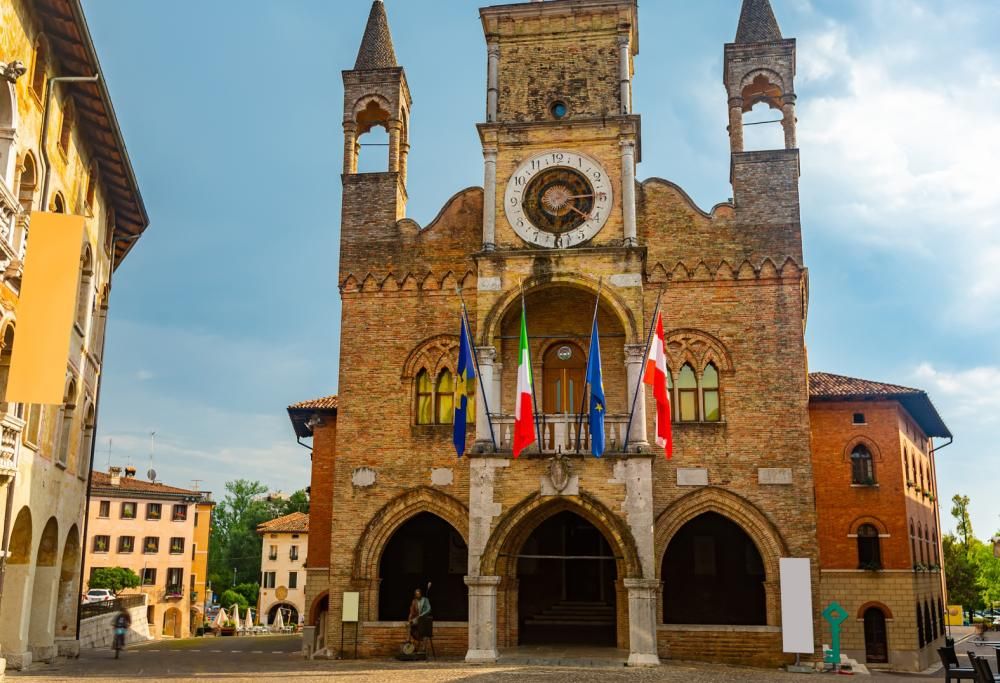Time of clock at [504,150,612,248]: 4:14
